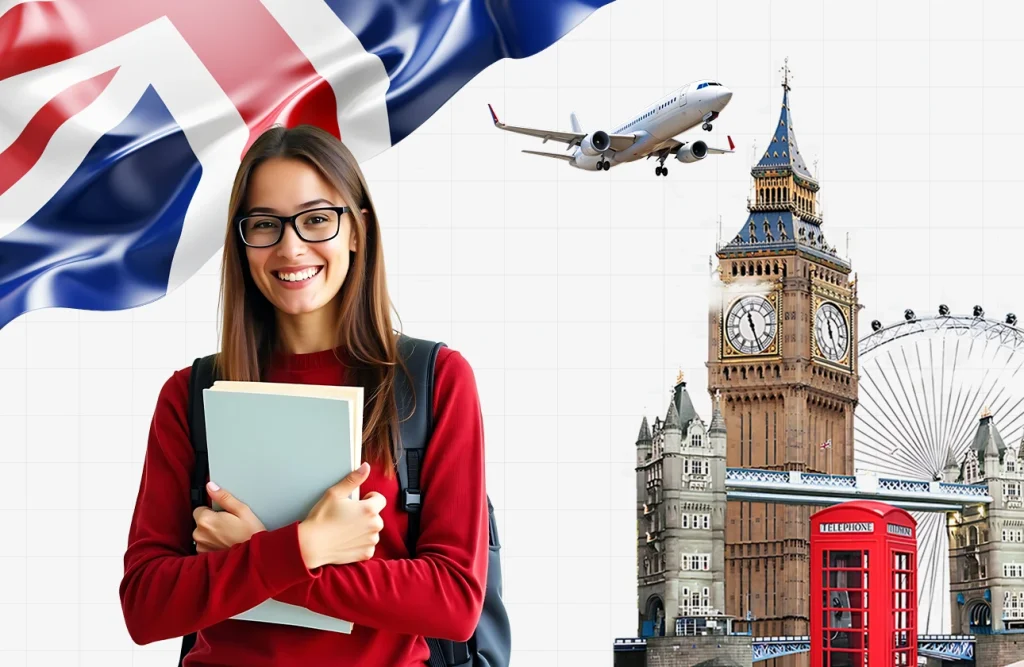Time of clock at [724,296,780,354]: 11:26
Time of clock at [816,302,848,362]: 11:25
